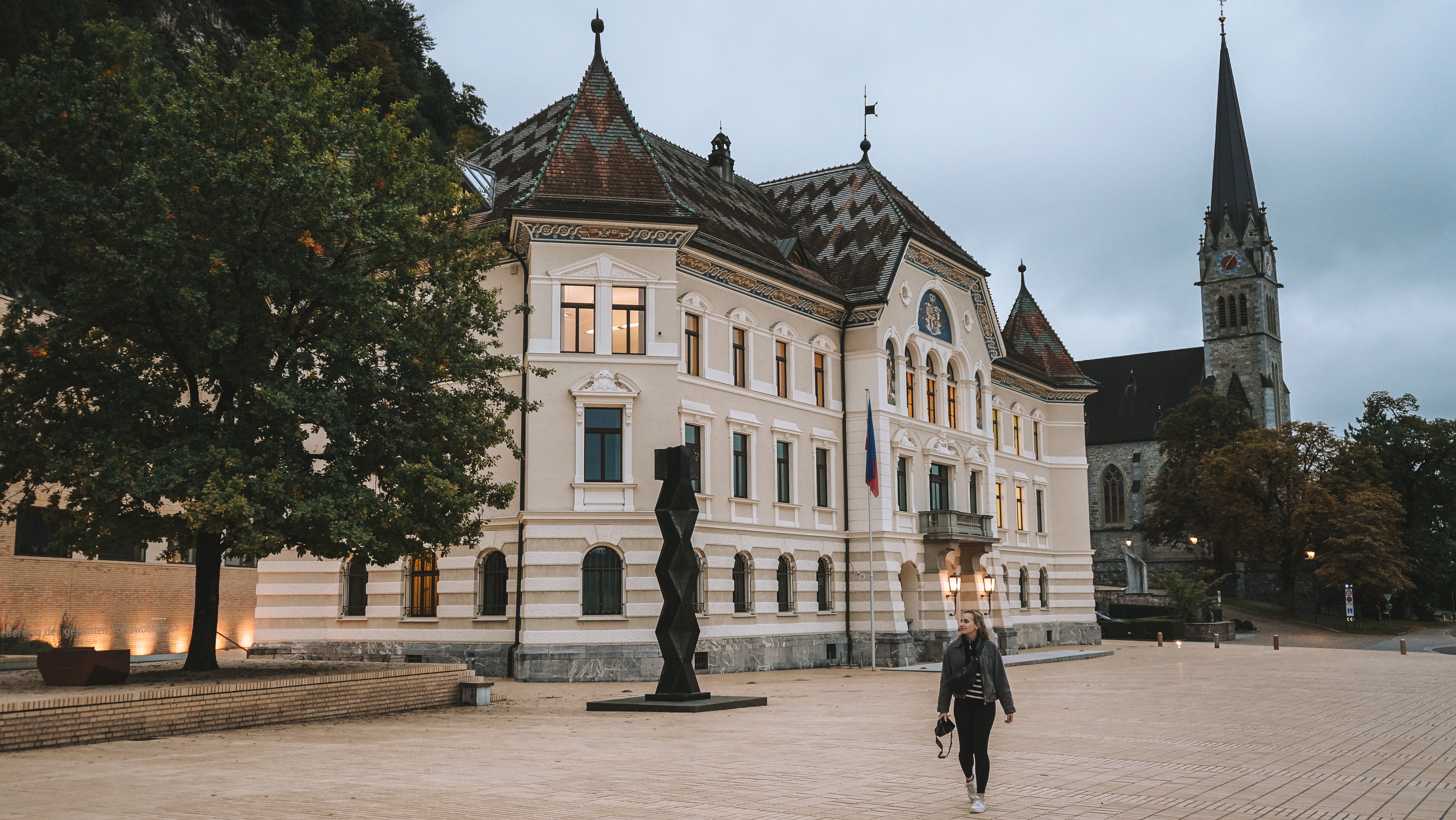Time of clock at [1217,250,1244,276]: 7:07
